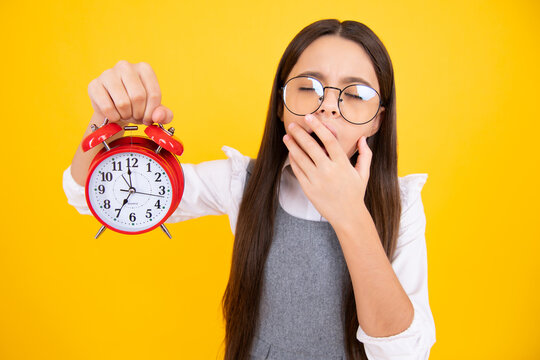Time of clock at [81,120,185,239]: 6:58
